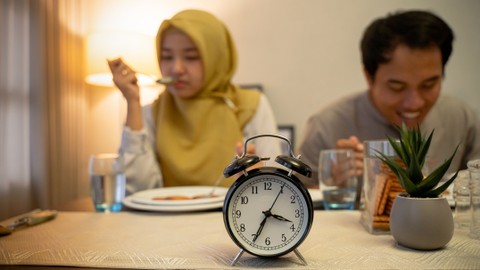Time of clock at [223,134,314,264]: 3:34
